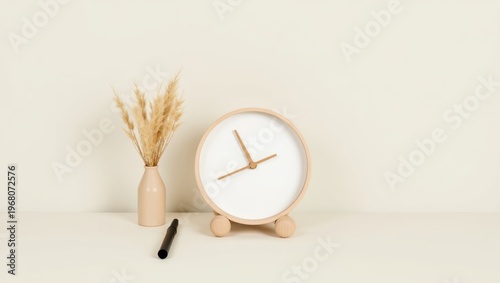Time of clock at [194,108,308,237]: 10:41
